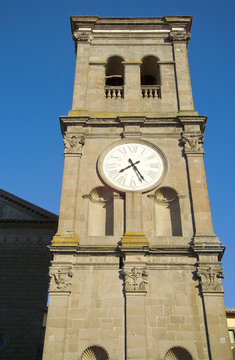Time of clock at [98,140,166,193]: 7:24
